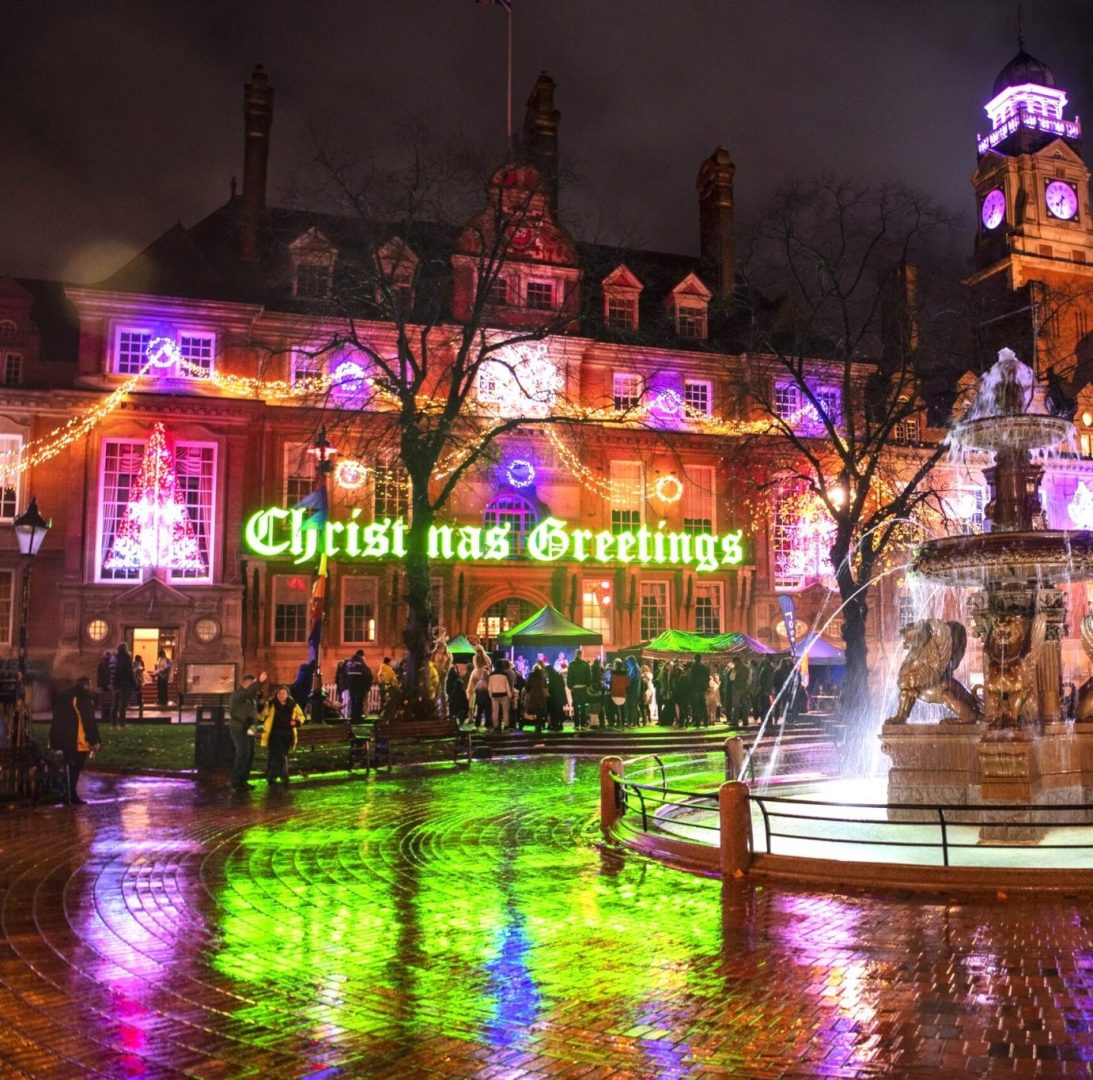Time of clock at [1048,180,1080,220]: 7:31
